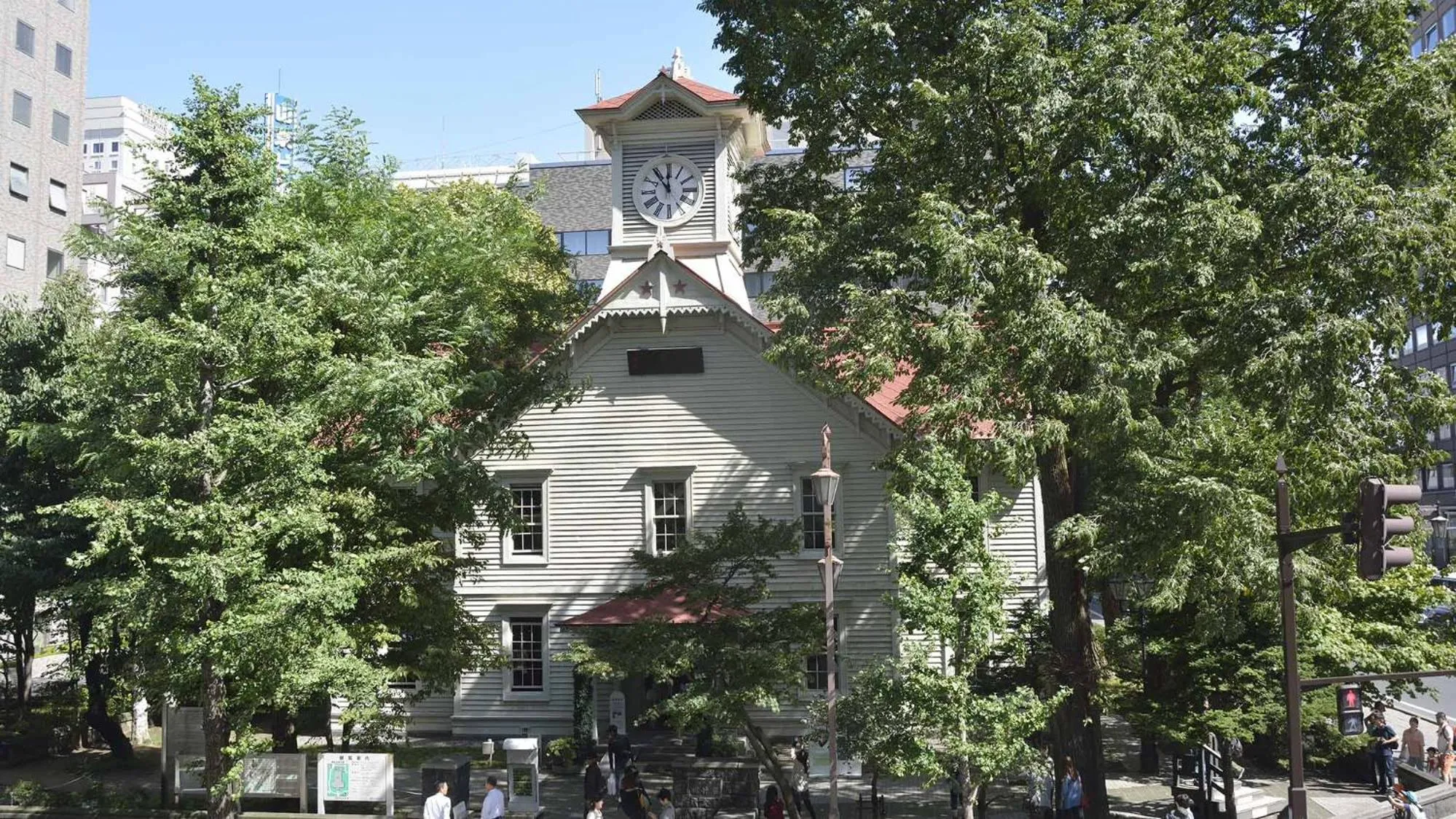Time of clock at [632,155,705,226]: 11:53
